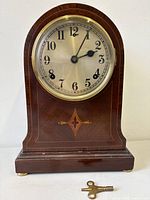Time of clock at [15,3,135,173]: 2:04
